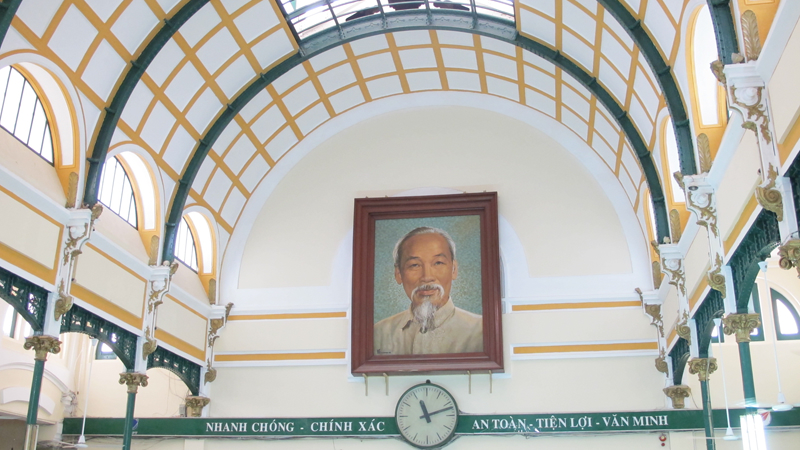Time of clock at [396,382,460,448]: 11:12
